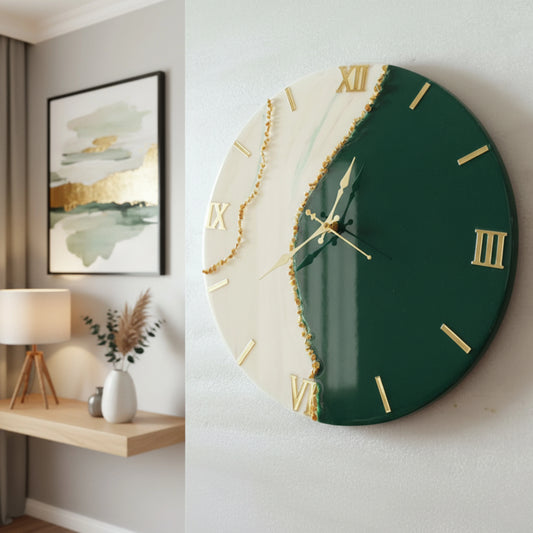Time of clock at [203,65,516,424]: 12:28
